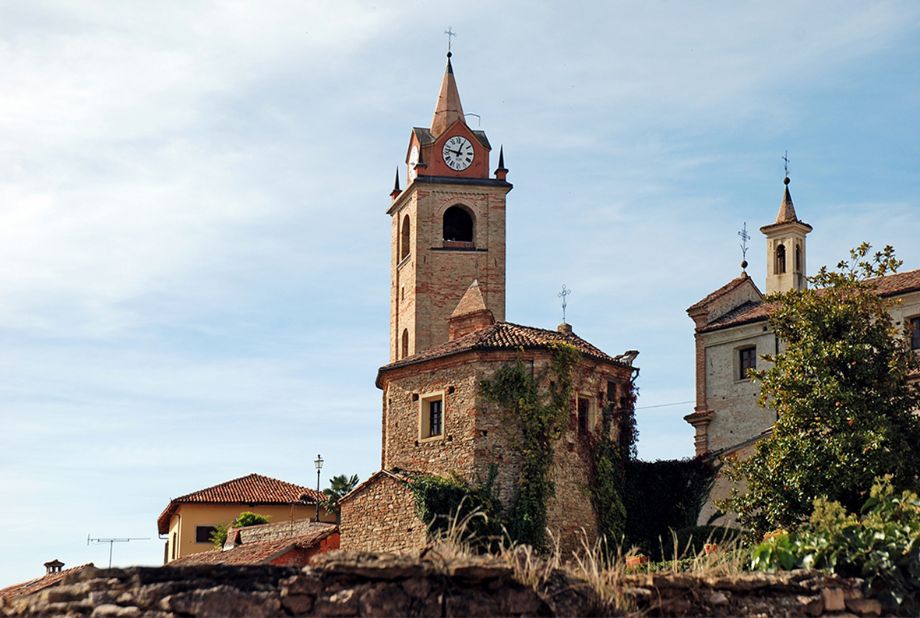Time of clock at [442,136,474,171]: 12:47
